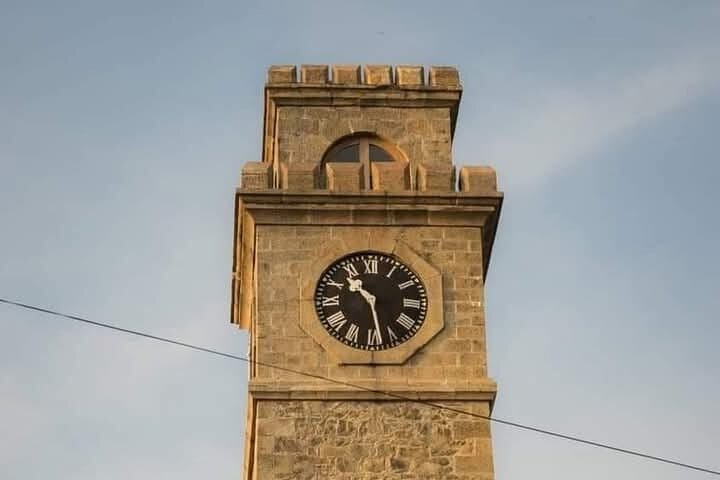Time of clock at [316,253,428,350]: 10:28
